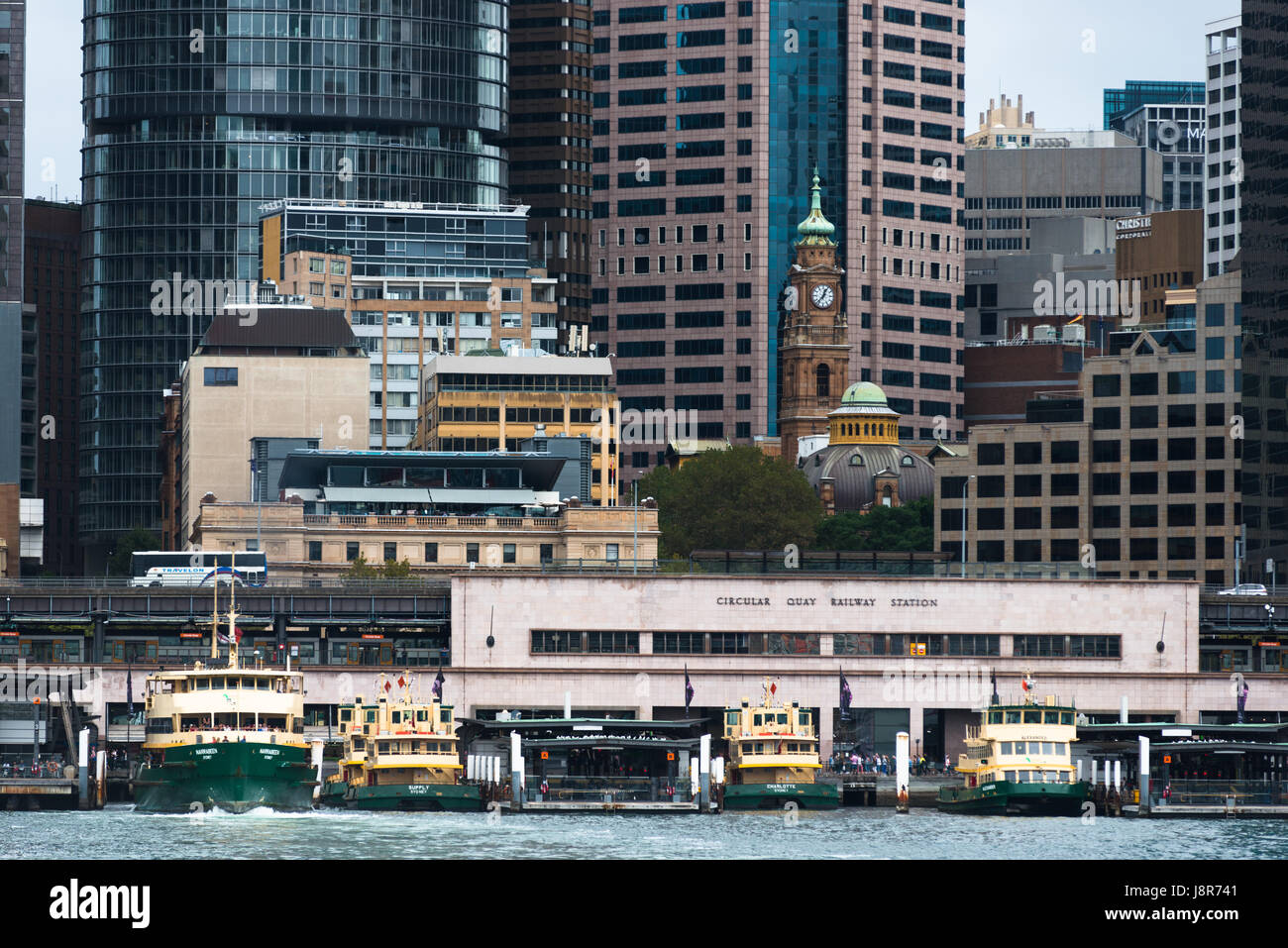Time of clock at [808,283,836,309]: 12:37
